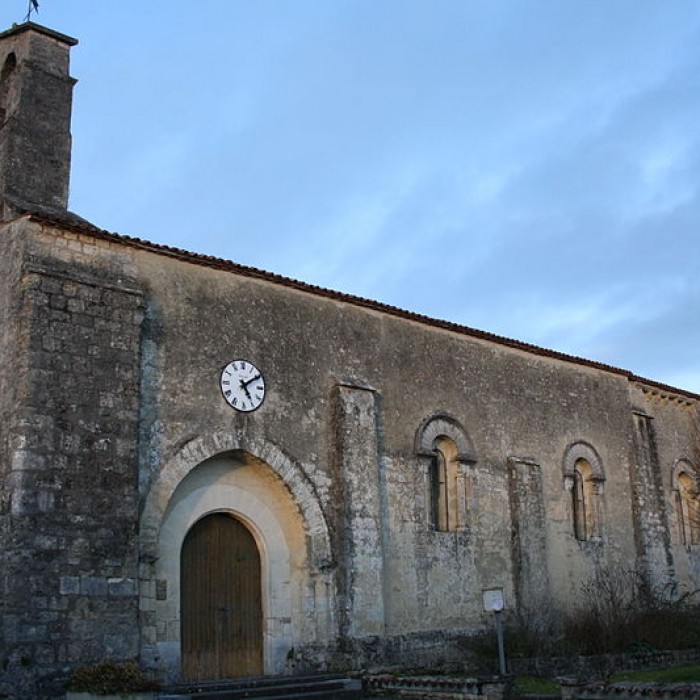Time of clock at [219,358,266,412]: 5:09
